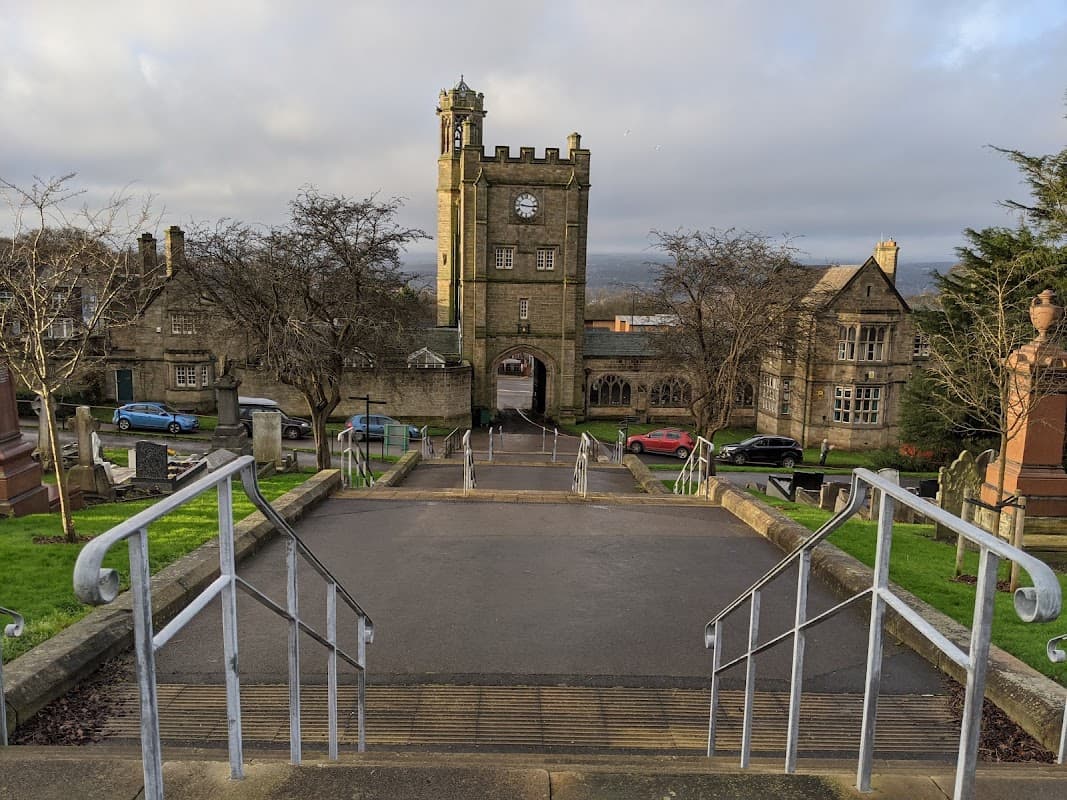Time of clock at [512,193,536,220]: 9:15
